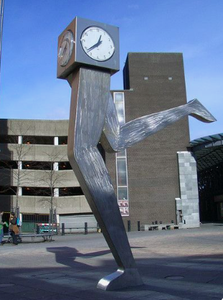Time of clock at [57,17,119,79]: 12:38
